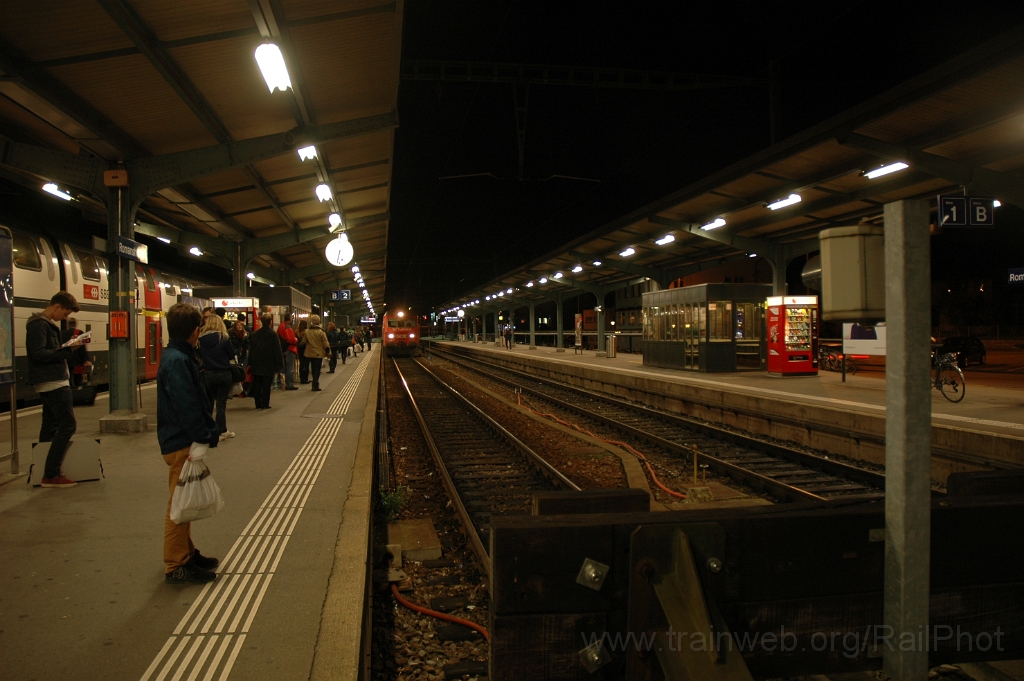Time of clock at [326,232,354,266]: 6:32
